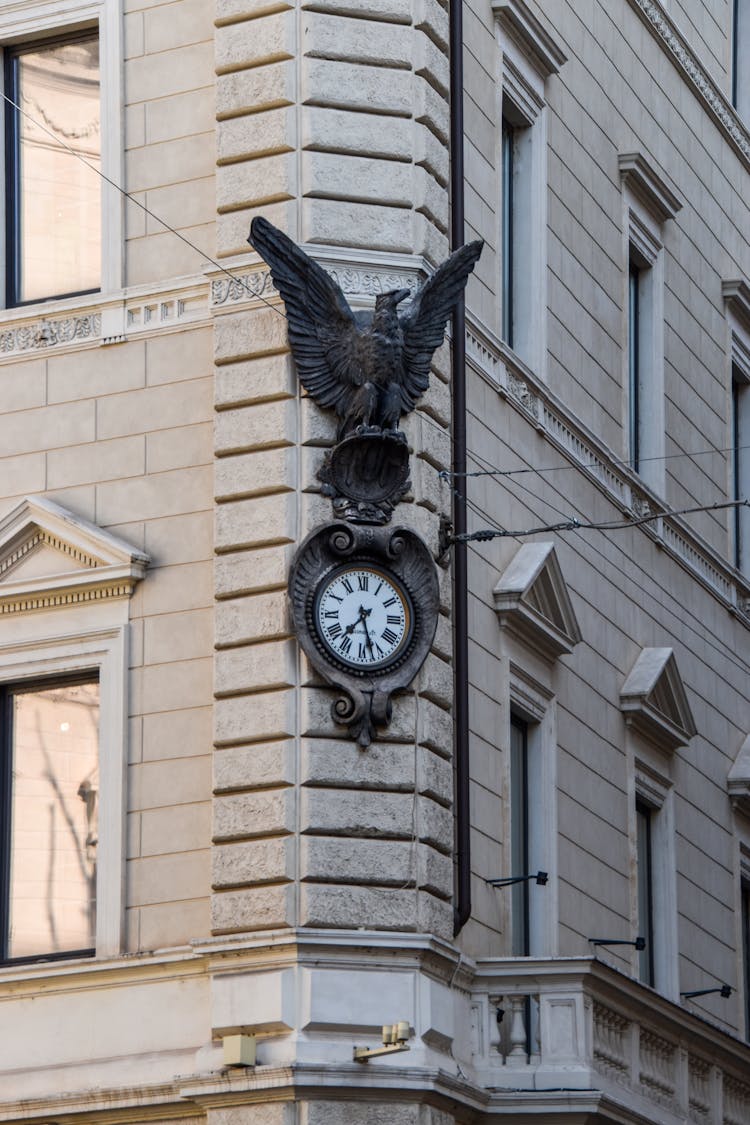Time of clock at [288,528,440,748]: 7:27
